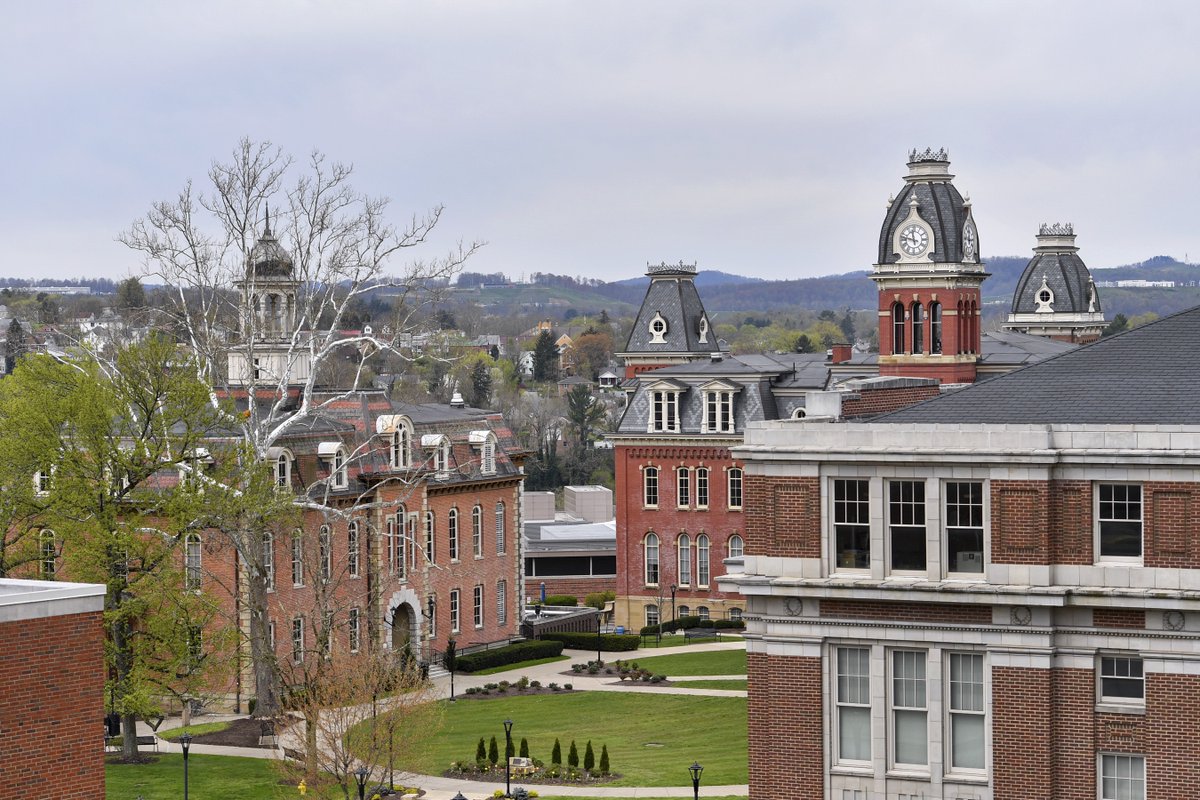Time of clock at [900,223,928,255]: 11:46
